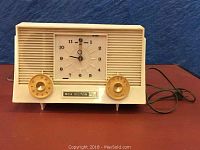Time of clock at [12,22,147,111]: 9:00
